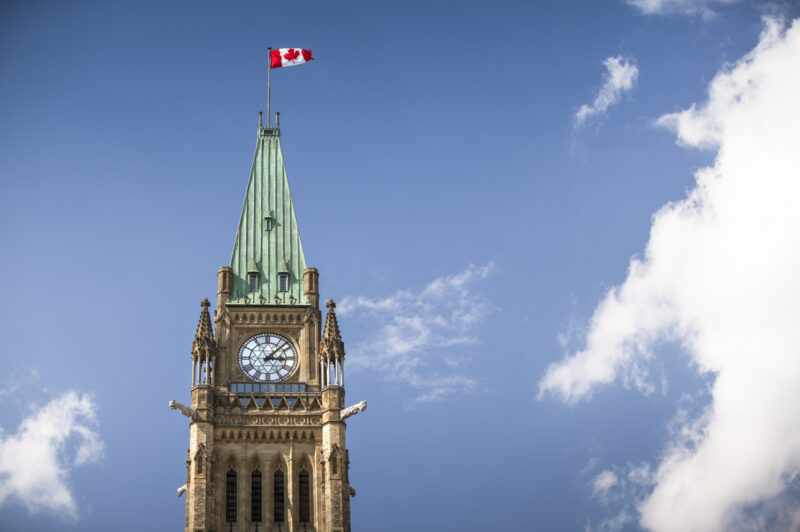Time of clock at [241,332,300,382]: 3:07
